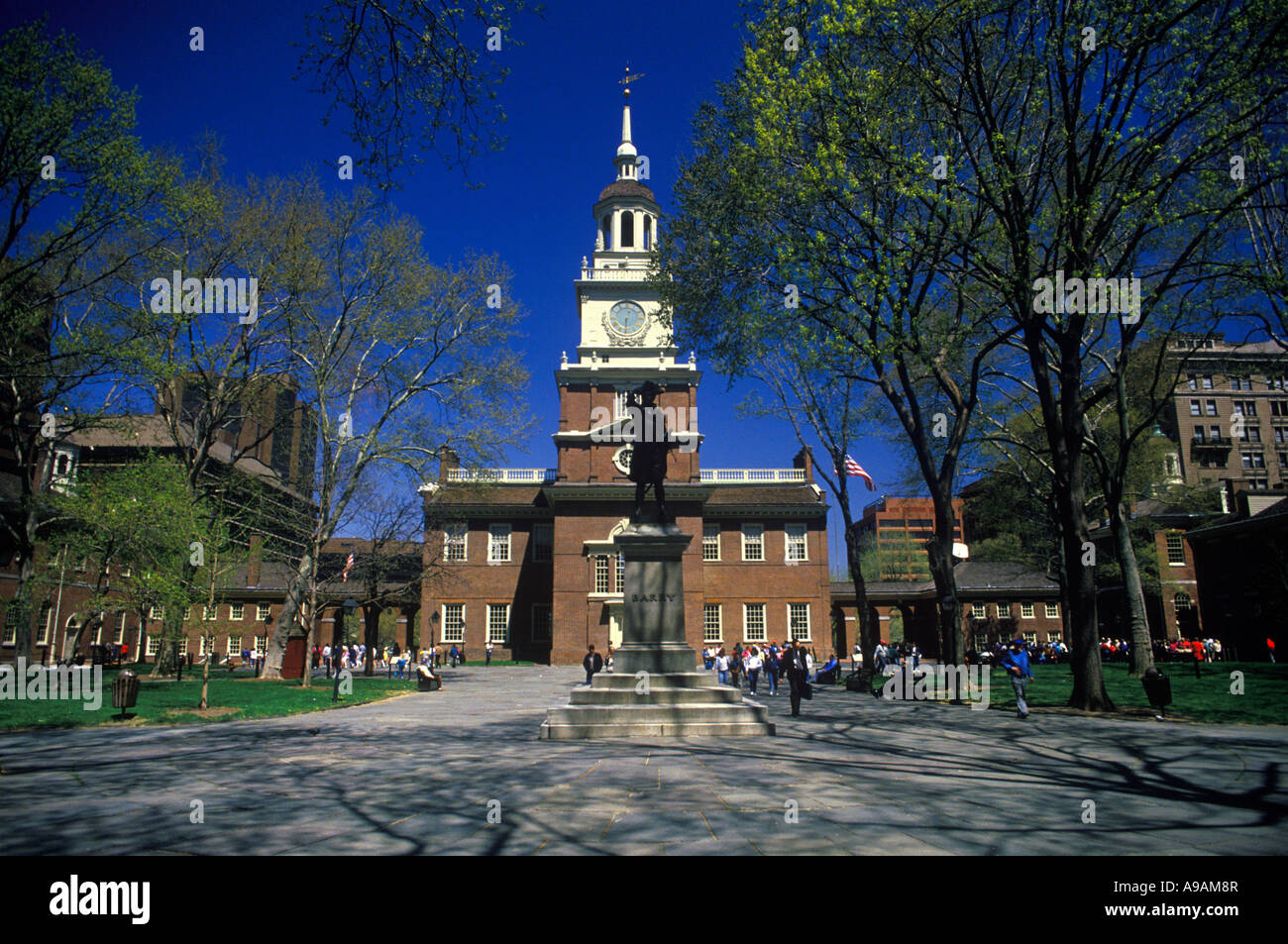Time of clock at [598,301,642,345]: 12:30
